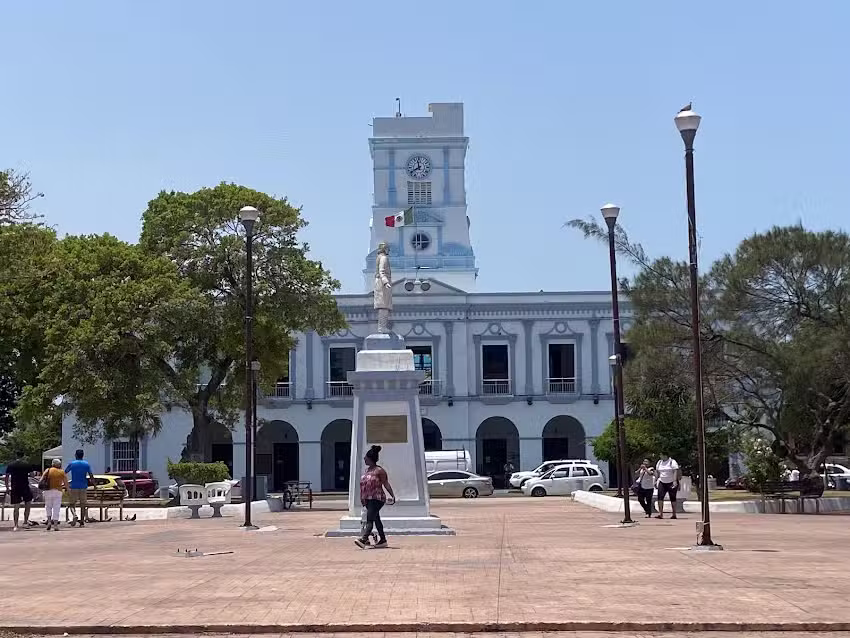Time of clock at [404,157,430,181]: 11:40
